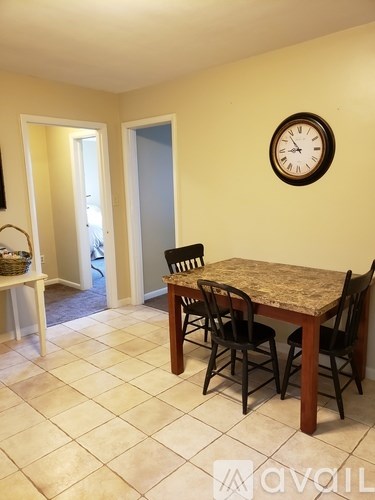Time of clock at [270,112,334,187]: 8:53
